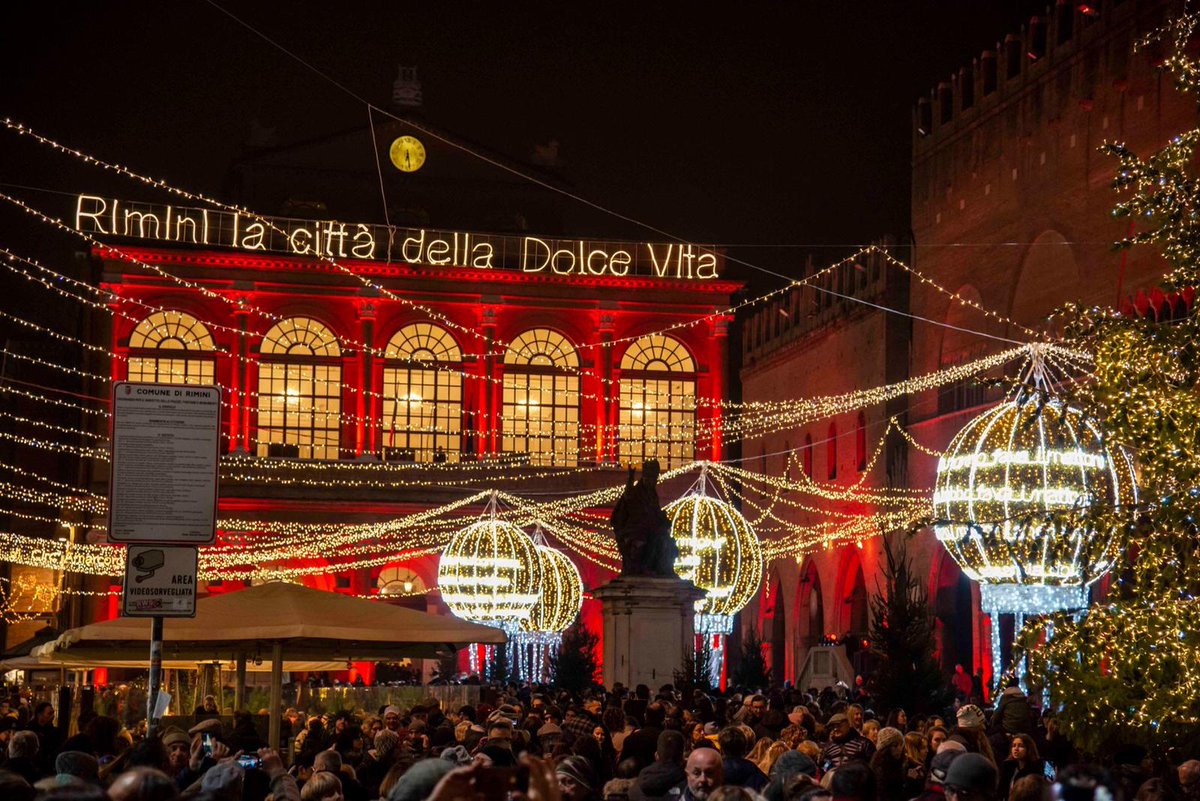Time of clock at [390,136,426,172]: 6:28
